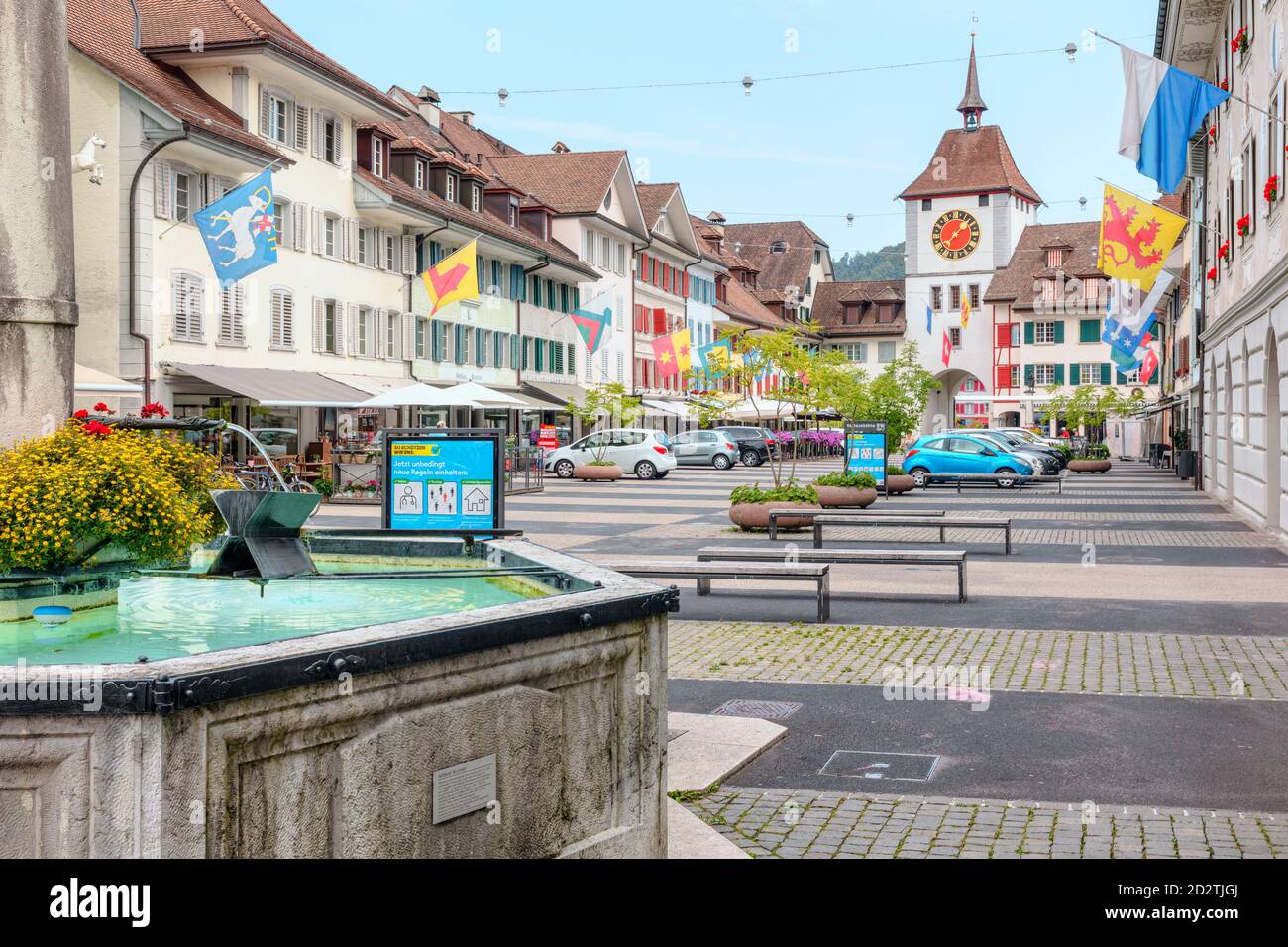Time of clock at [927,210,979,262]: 7:07
